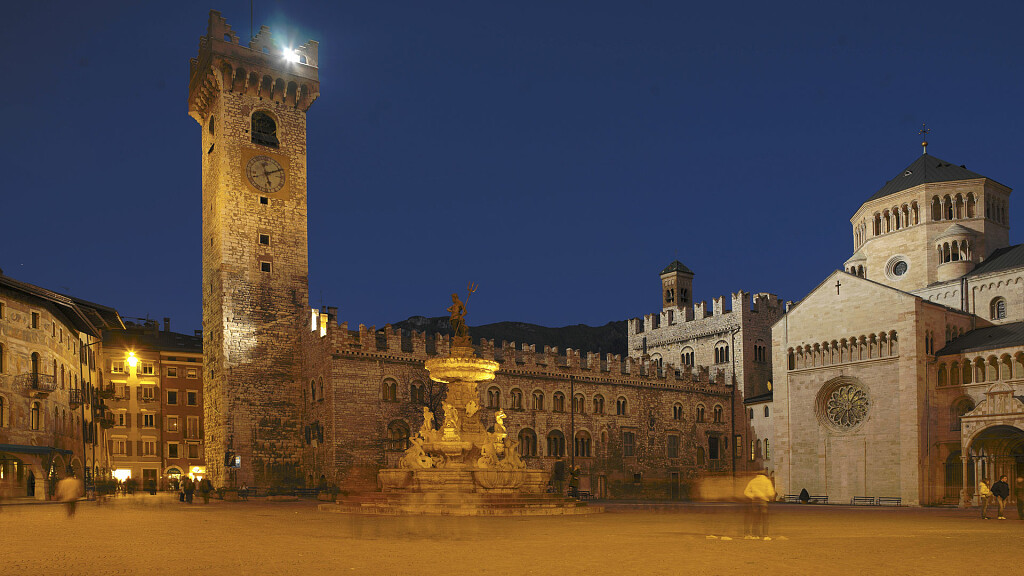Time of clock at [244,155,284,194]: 5:11
